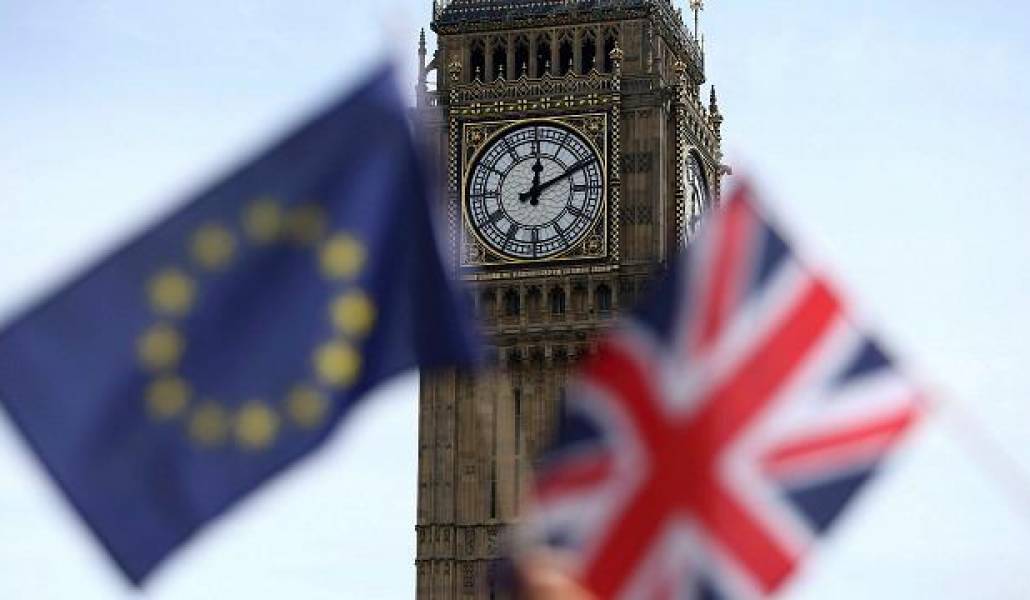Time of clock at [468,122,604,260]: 12:10
